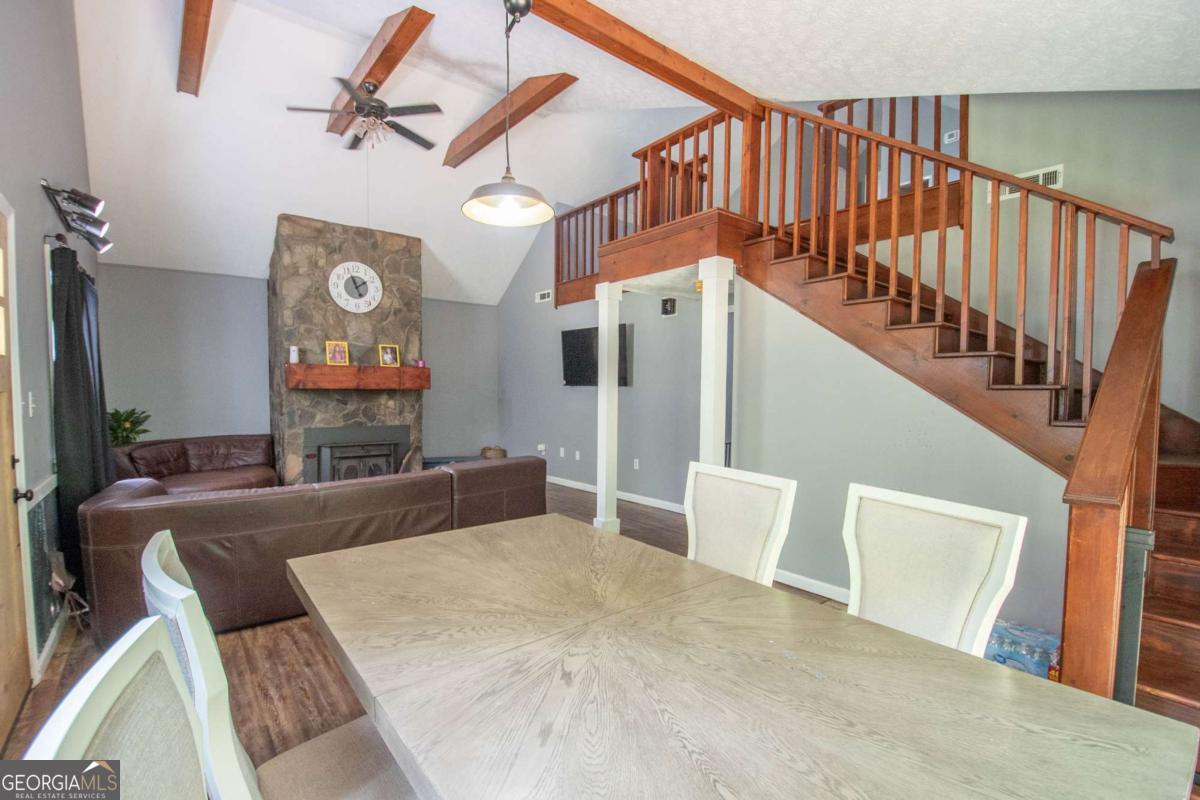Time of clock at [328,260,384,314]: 1:56
